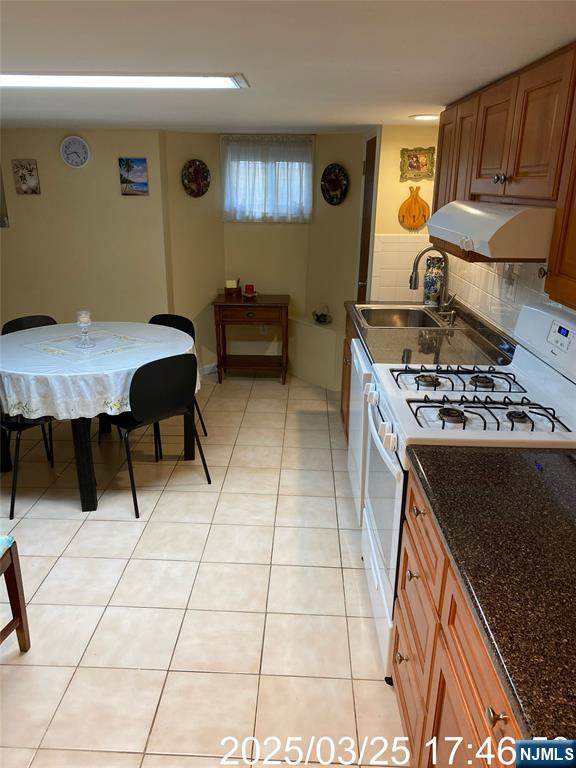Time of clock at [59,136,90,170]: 4:42
